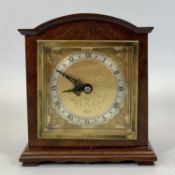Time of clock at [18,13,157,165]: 8:50
